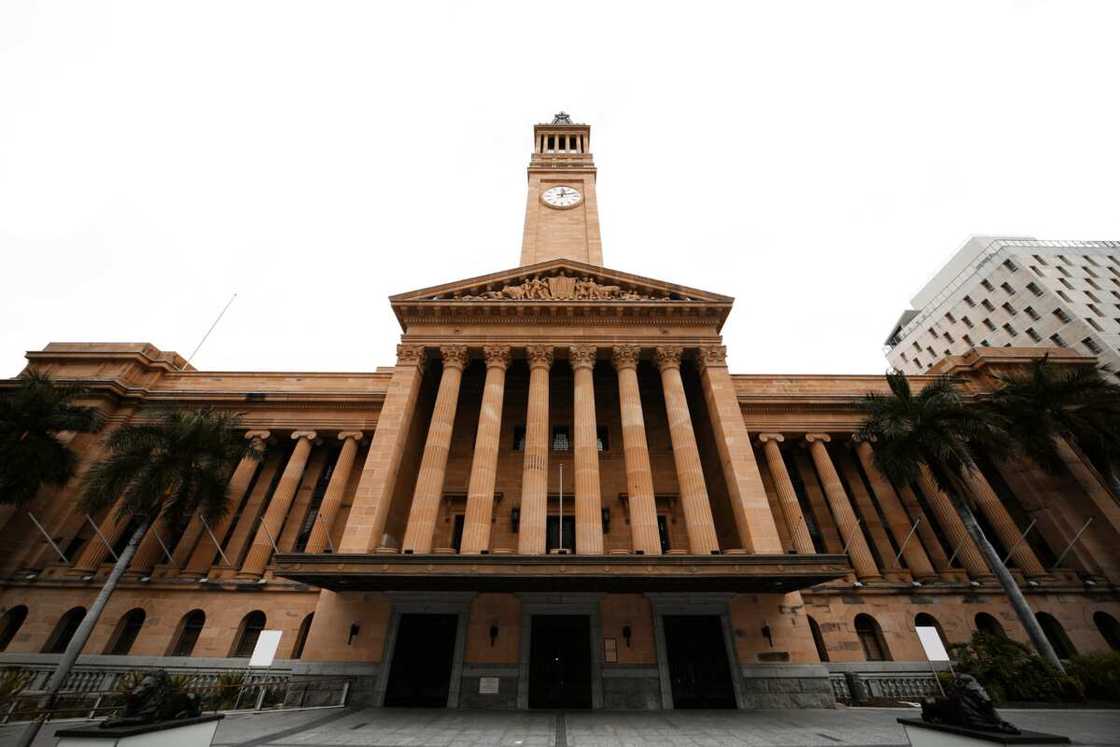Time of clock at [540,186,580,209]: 12:12
